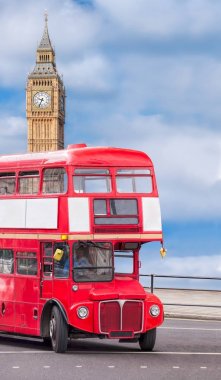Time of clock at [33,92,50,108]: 9:34
